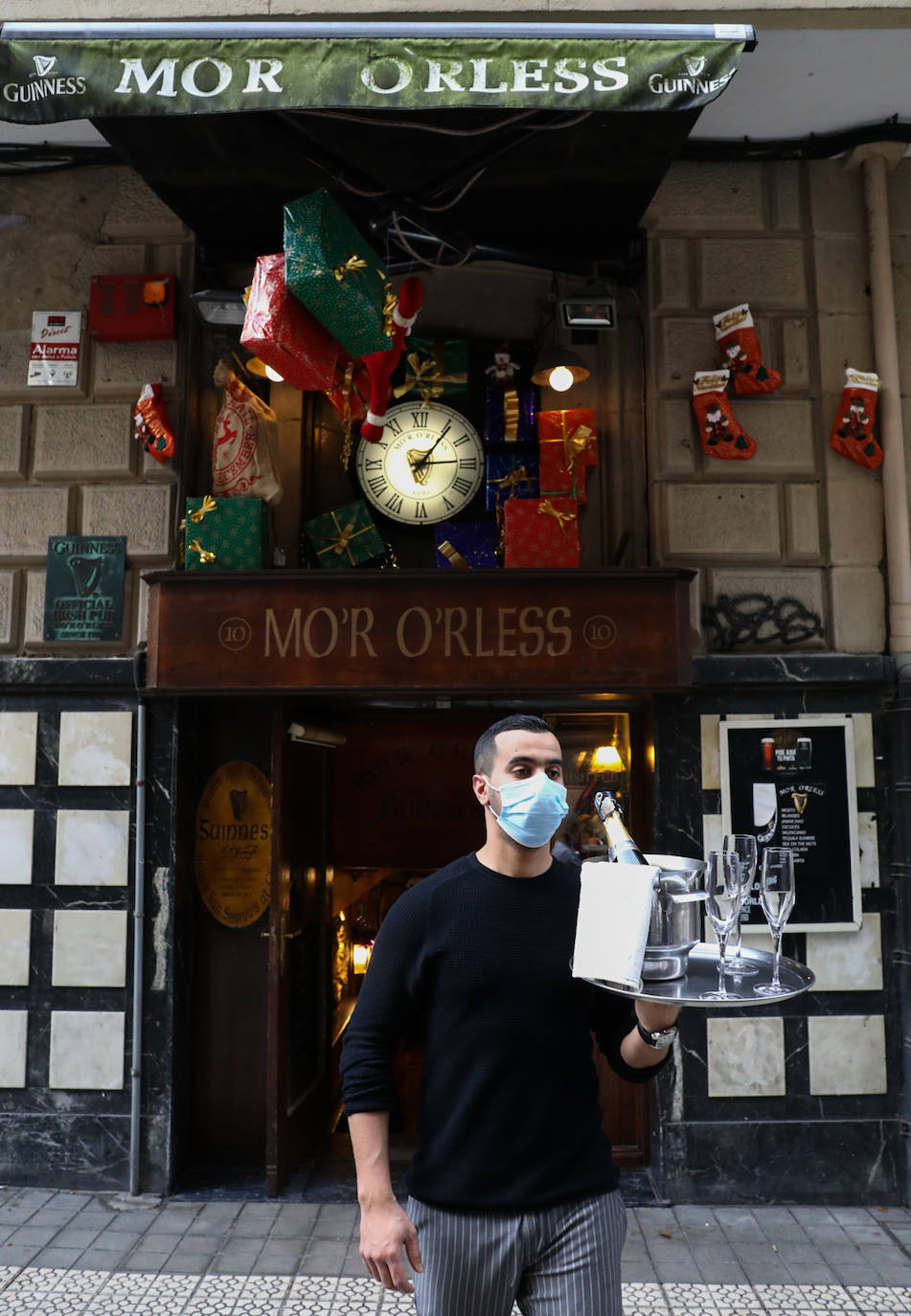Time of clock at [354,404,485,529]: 1:14
